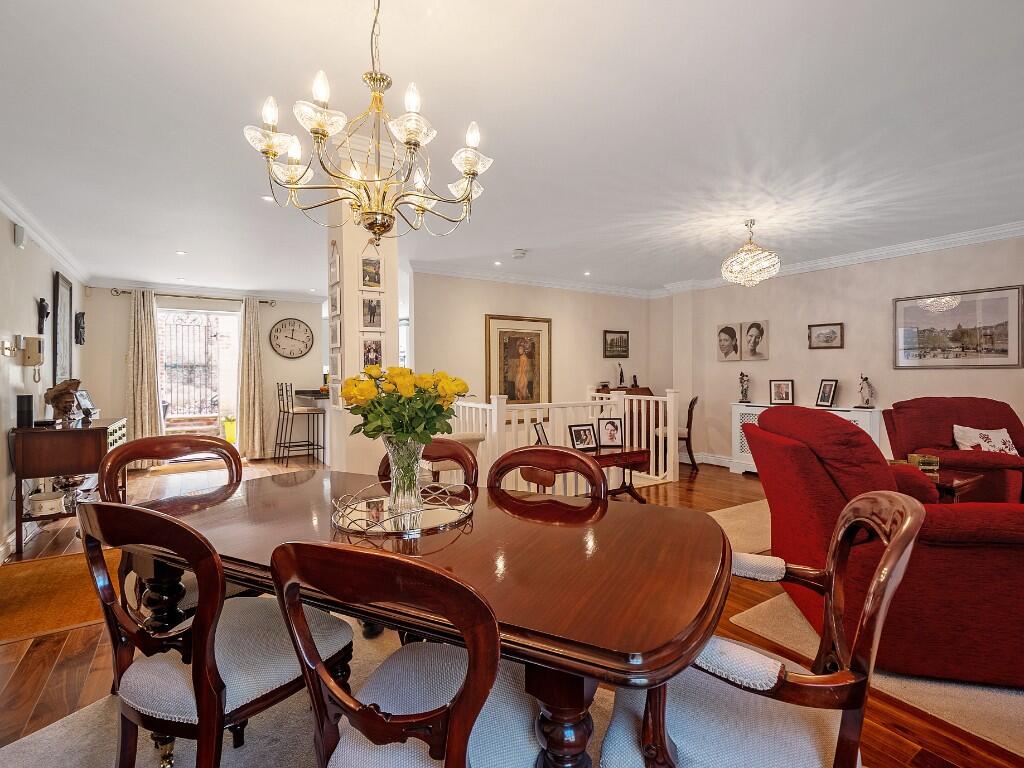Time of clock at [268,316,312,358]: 12:18
